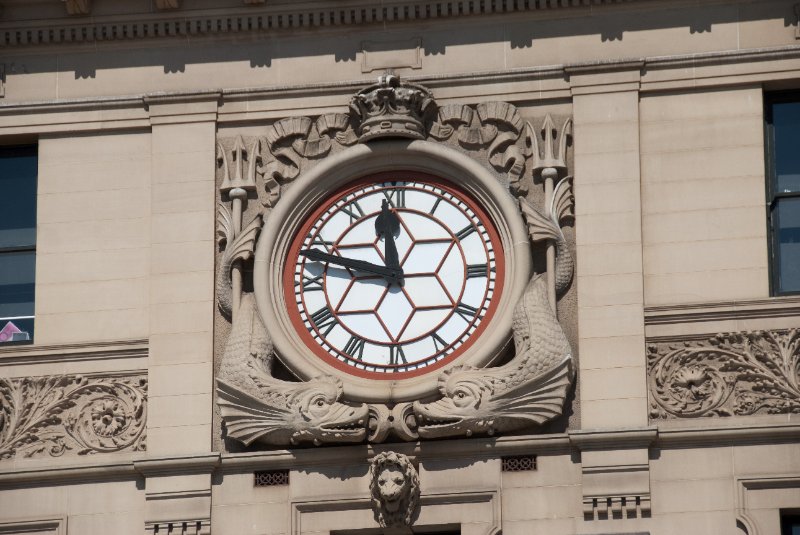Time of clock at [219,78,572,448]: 11:47
